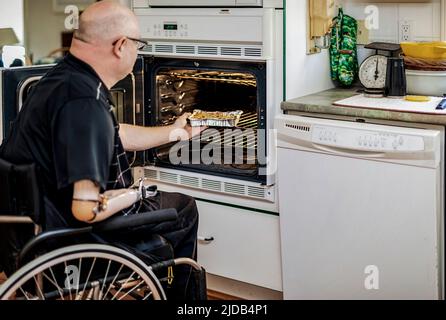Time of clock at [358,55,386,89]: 5:59
